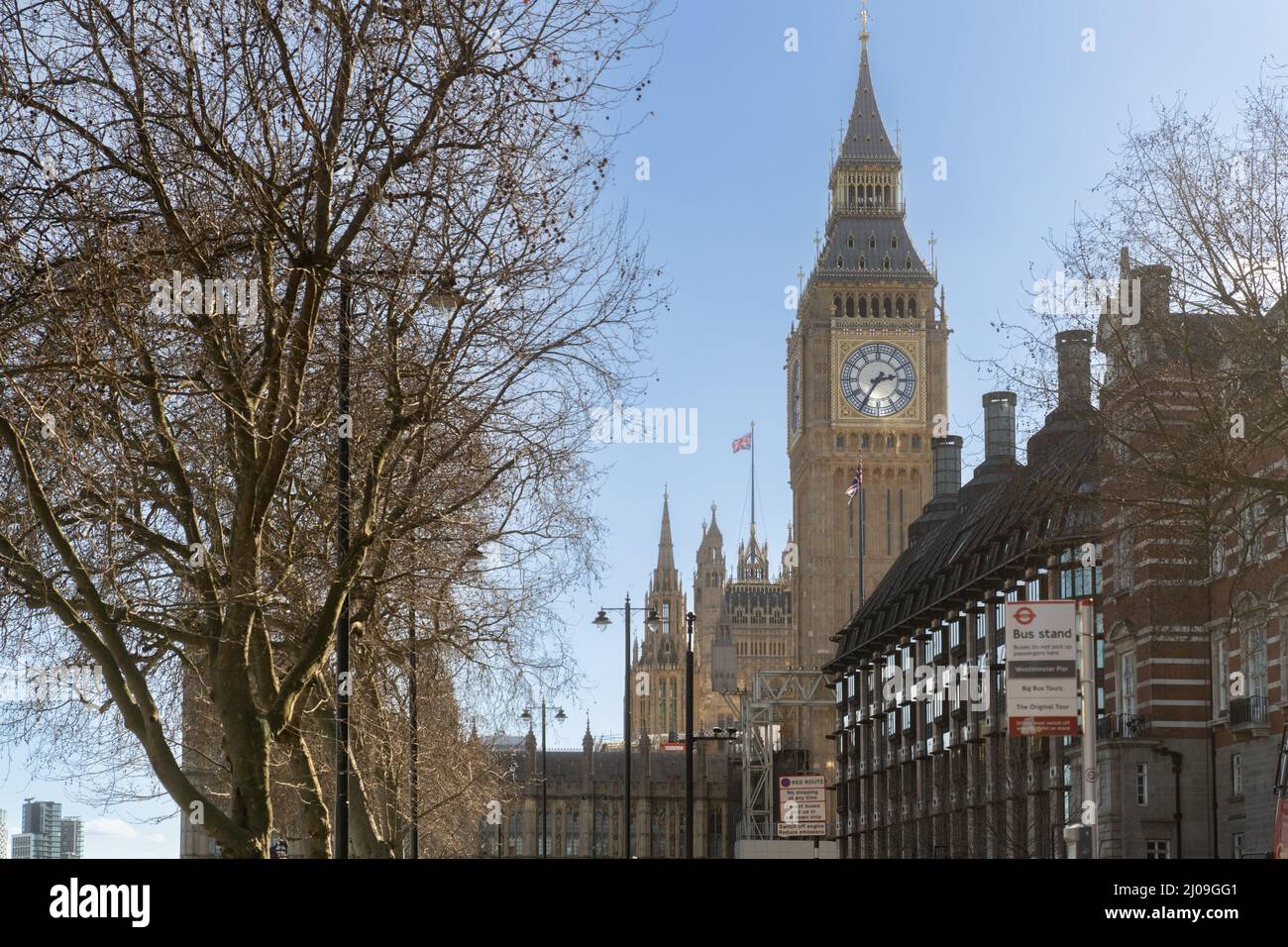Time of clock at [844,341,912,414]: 2:35
